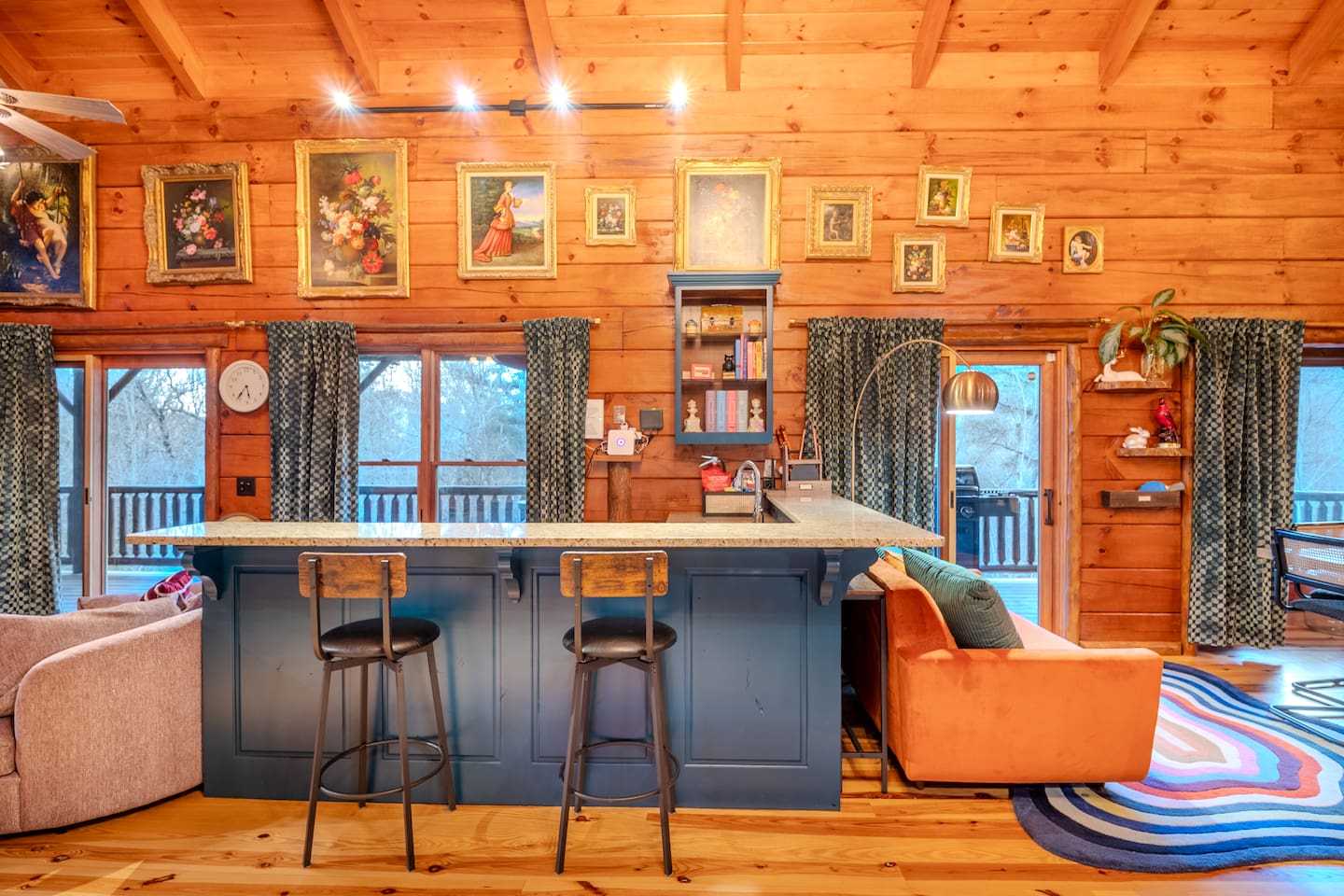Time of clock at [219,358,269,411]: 5:36
